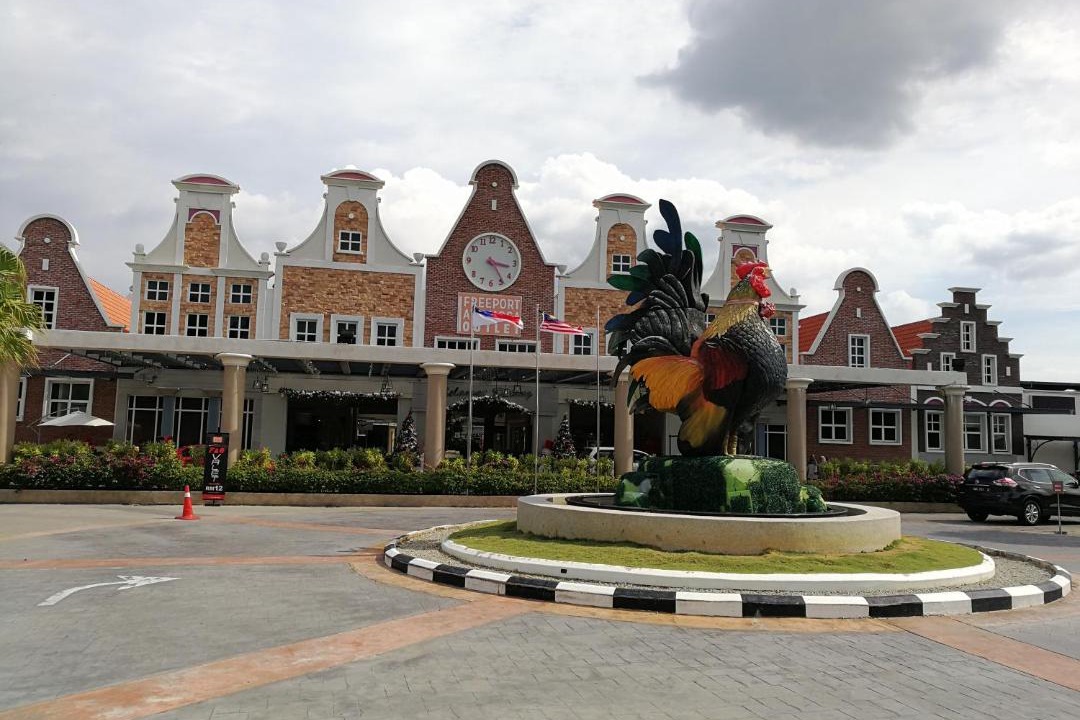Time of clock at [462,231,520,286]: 3:24
